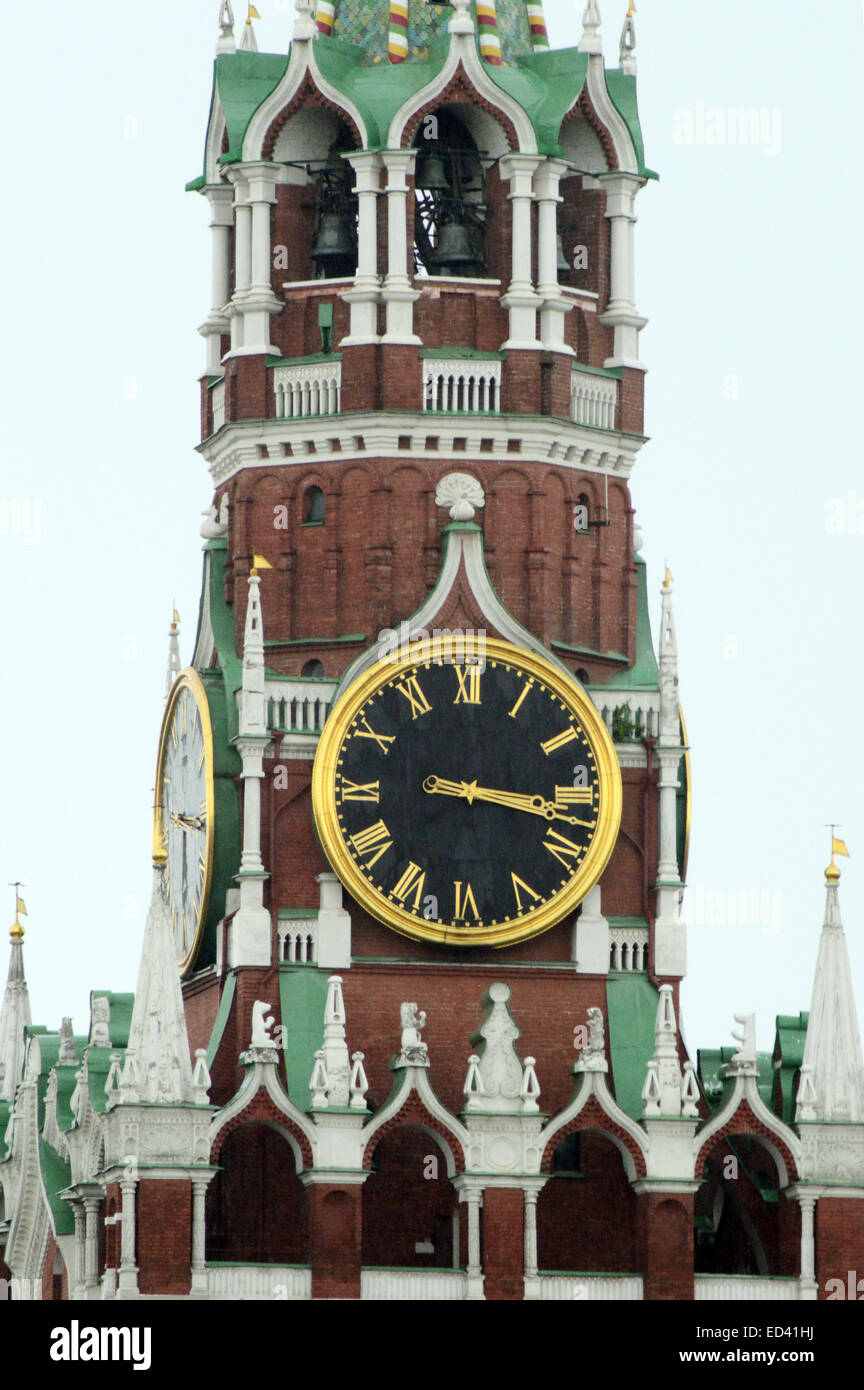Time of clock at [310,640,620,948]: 3:17
